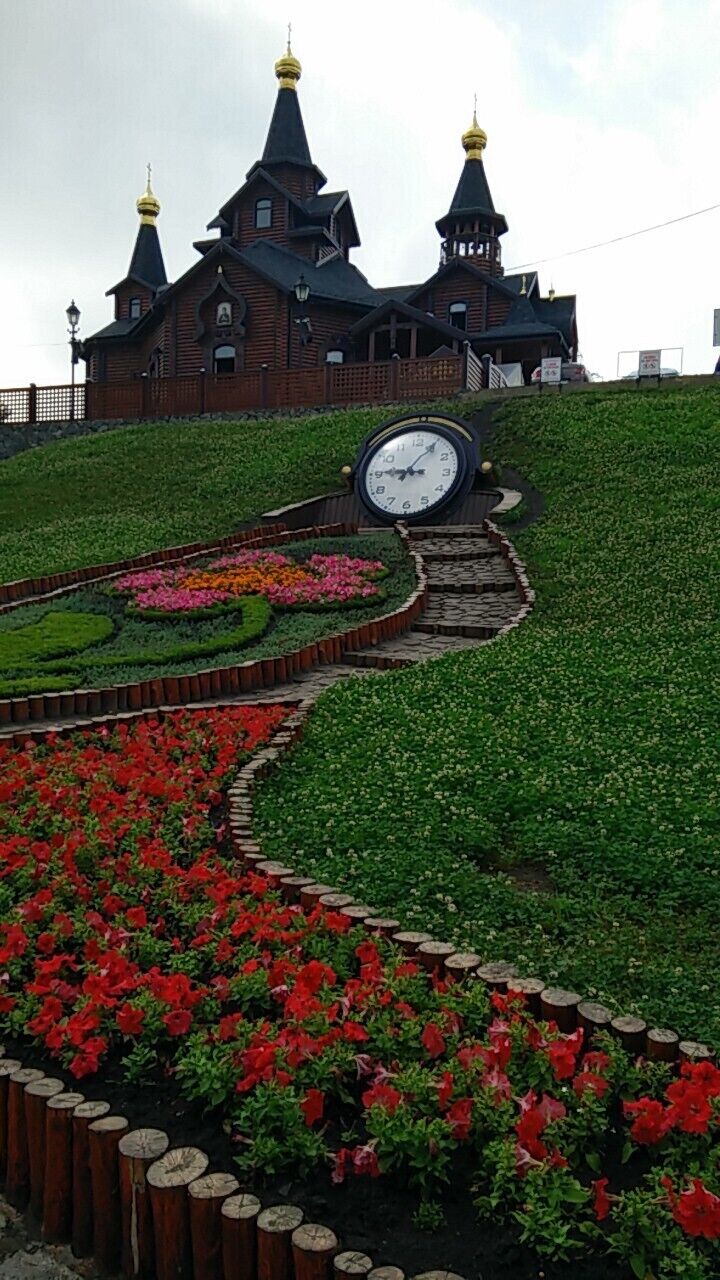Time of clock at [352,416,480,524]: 9:05
